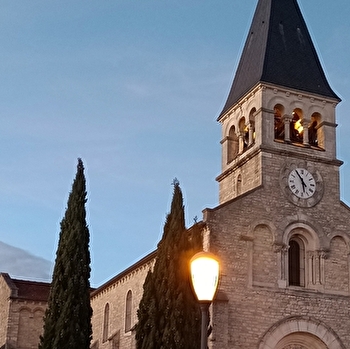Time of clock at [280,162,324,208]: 5:54
